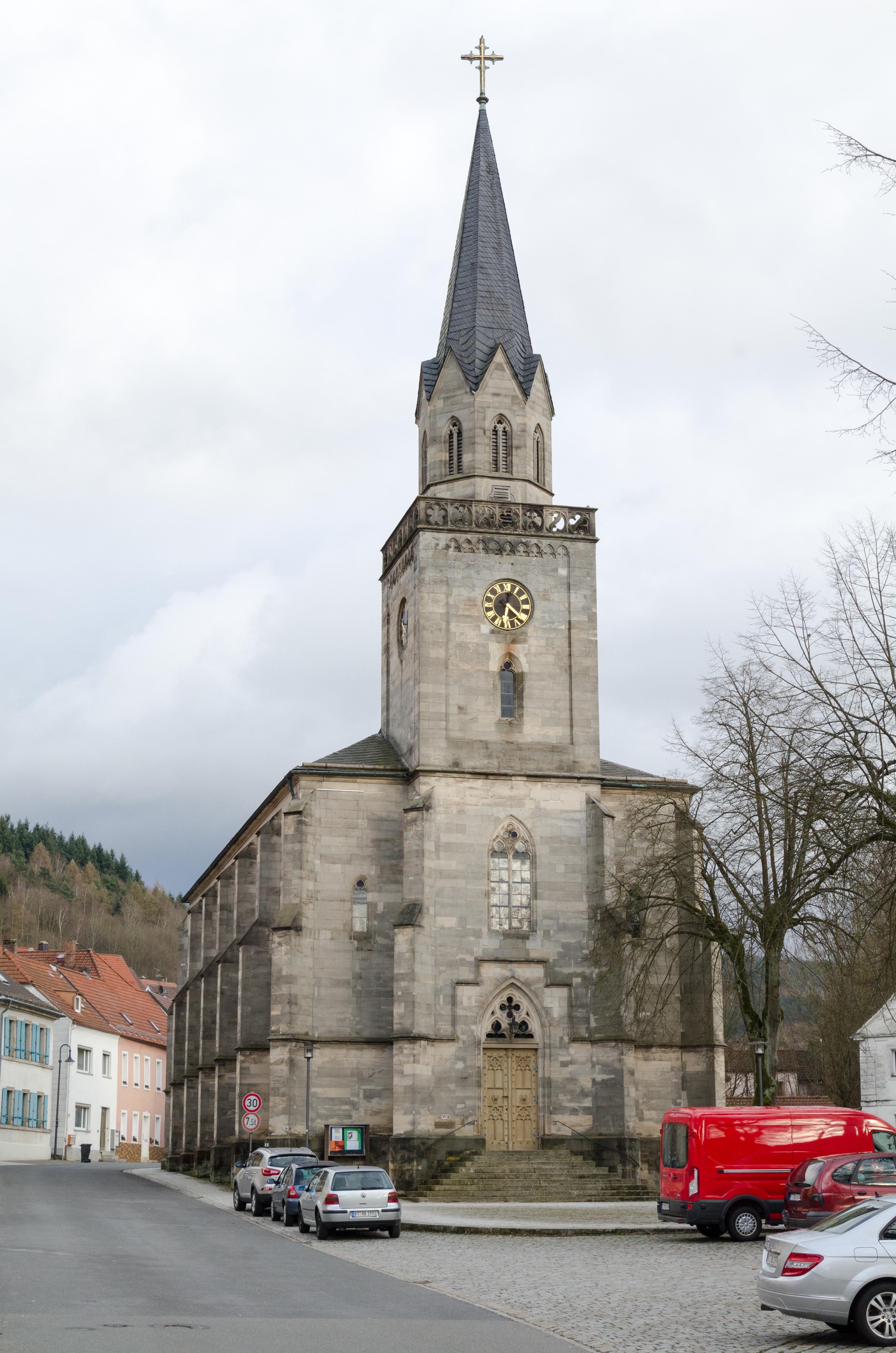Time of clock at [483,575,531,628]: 6:21
